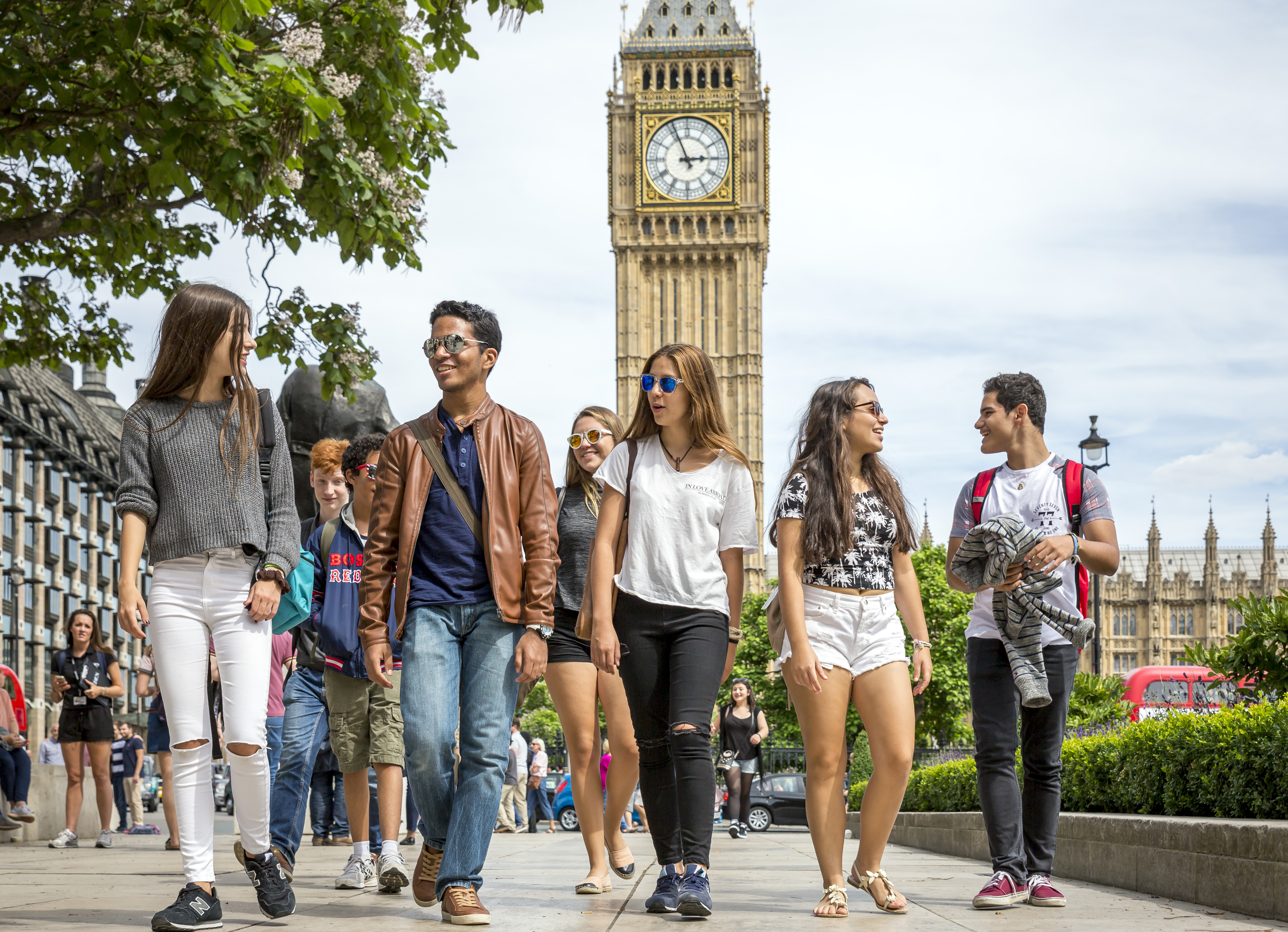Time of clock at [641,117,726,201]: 2:56
